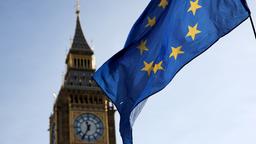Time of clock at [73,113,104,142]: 11:34
